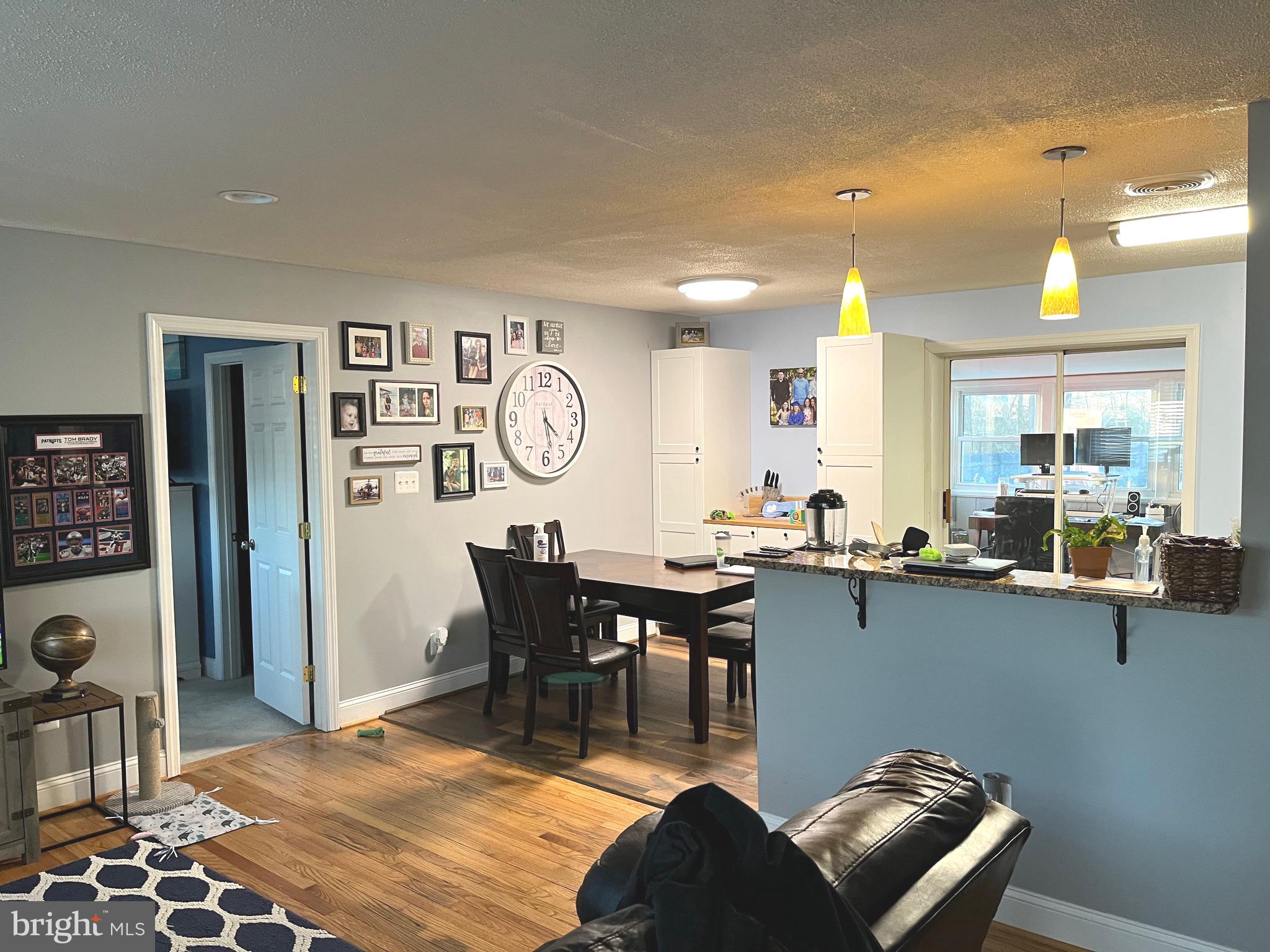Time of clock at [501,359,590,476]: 4:28
